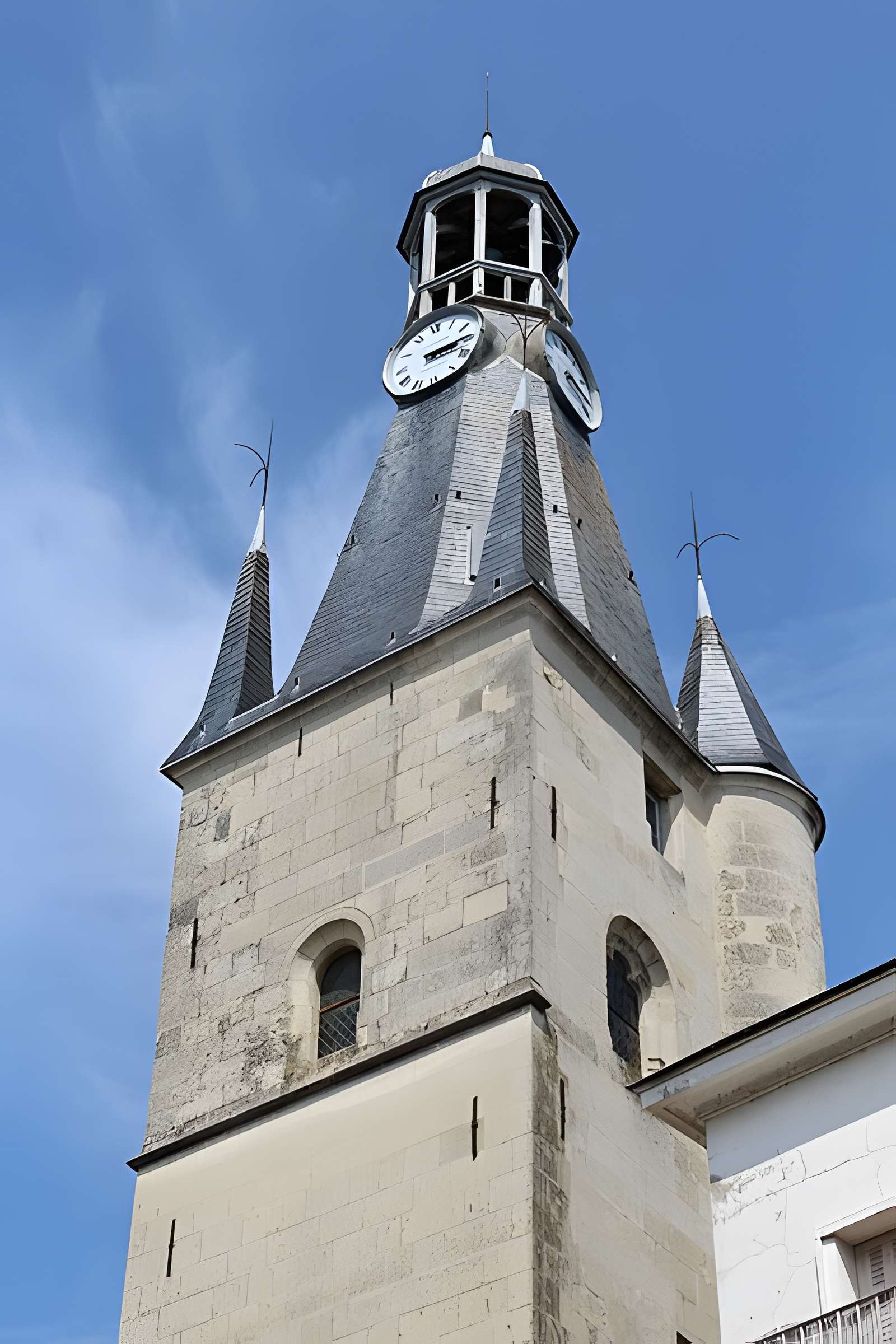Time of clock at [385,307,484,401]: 3:14
